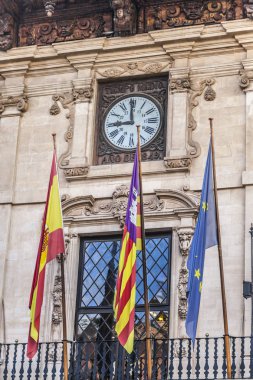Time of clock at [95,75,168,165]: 8:59
